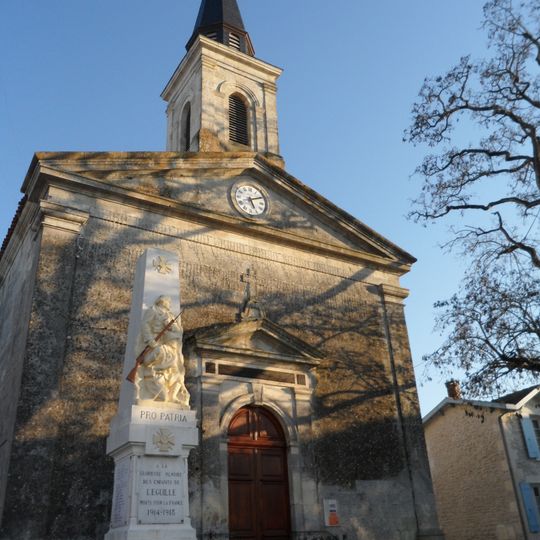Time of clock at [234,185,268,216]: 5:10
